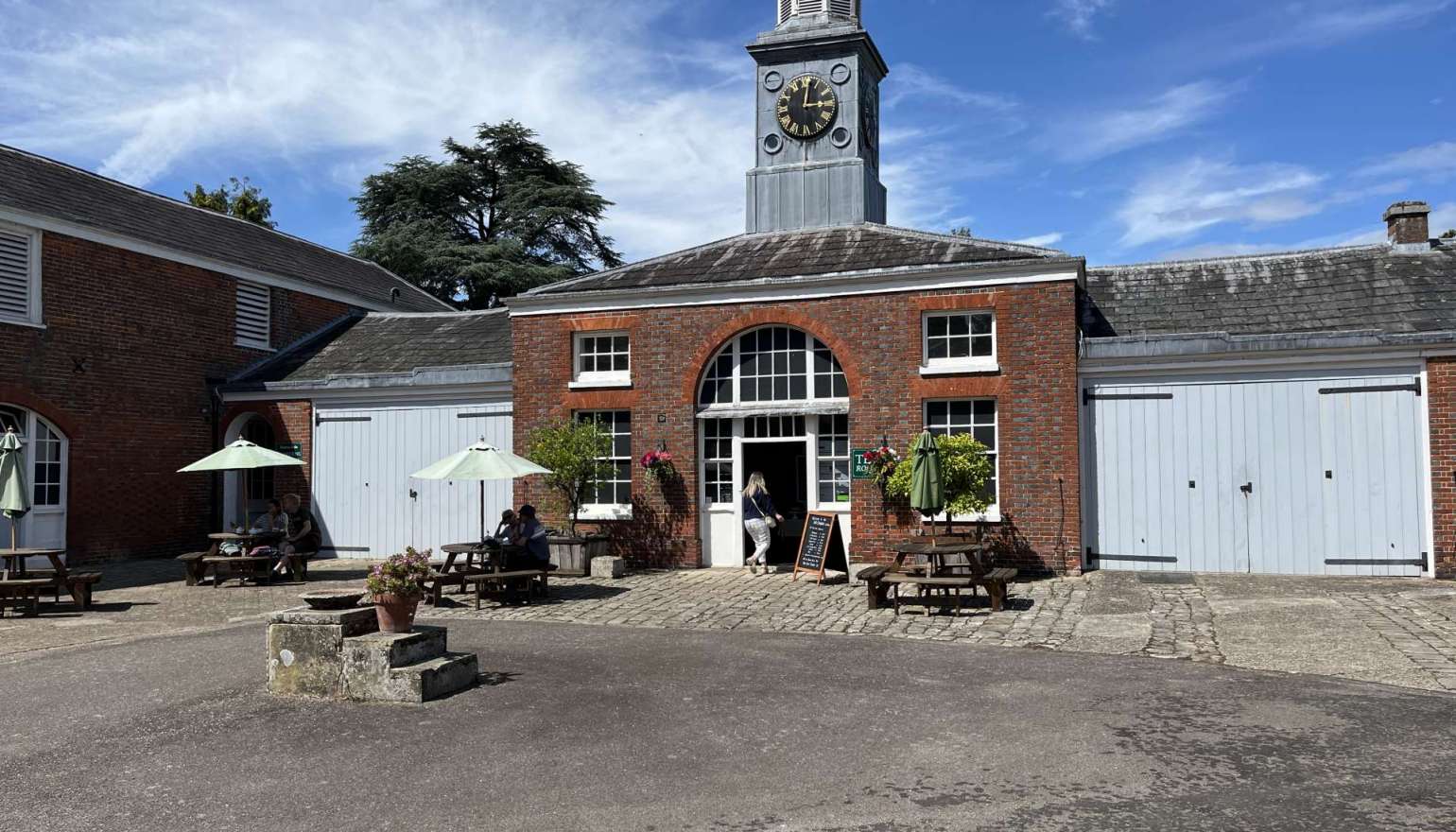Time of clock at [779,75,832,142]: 3:01
